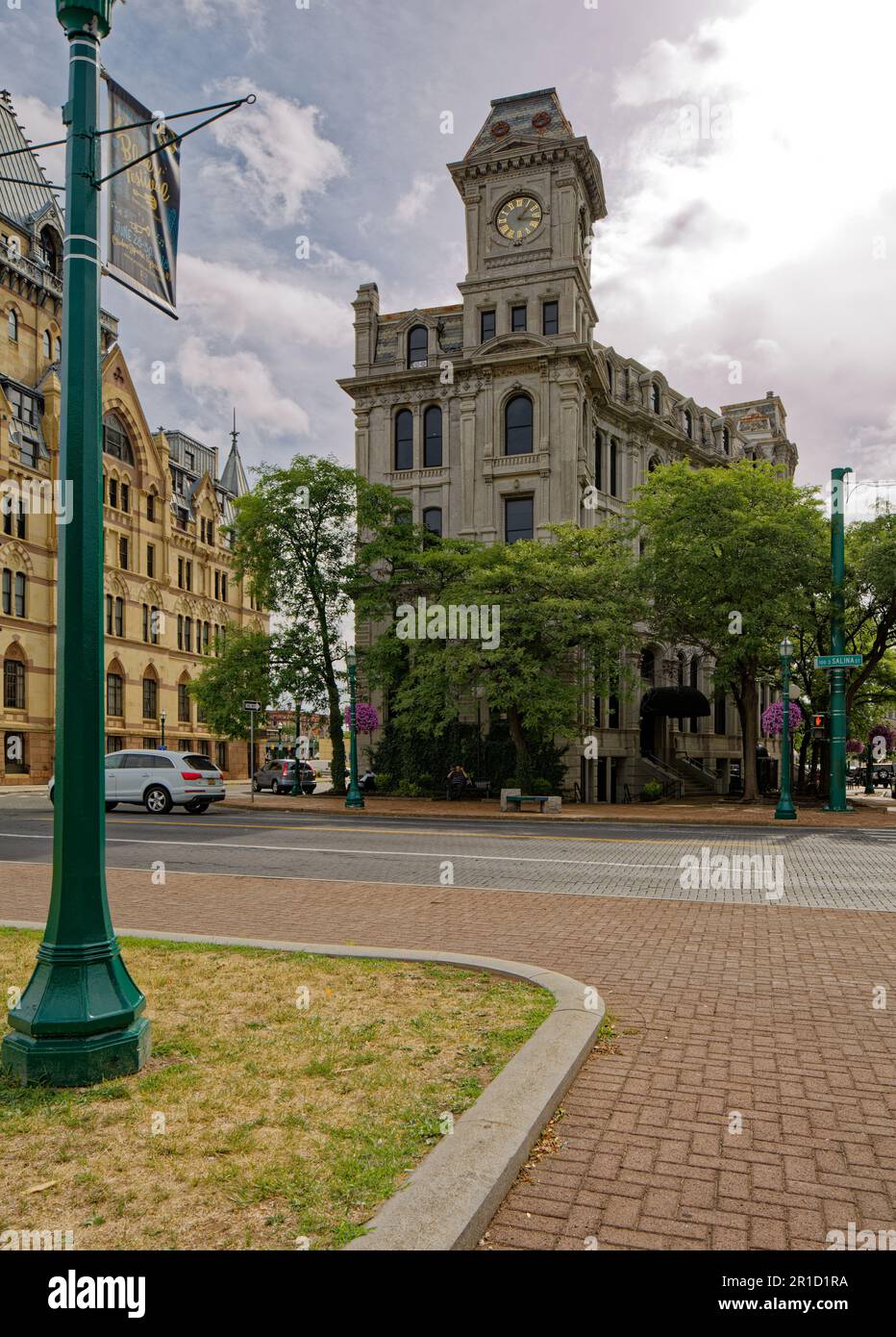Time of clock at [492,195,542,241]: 1:16
